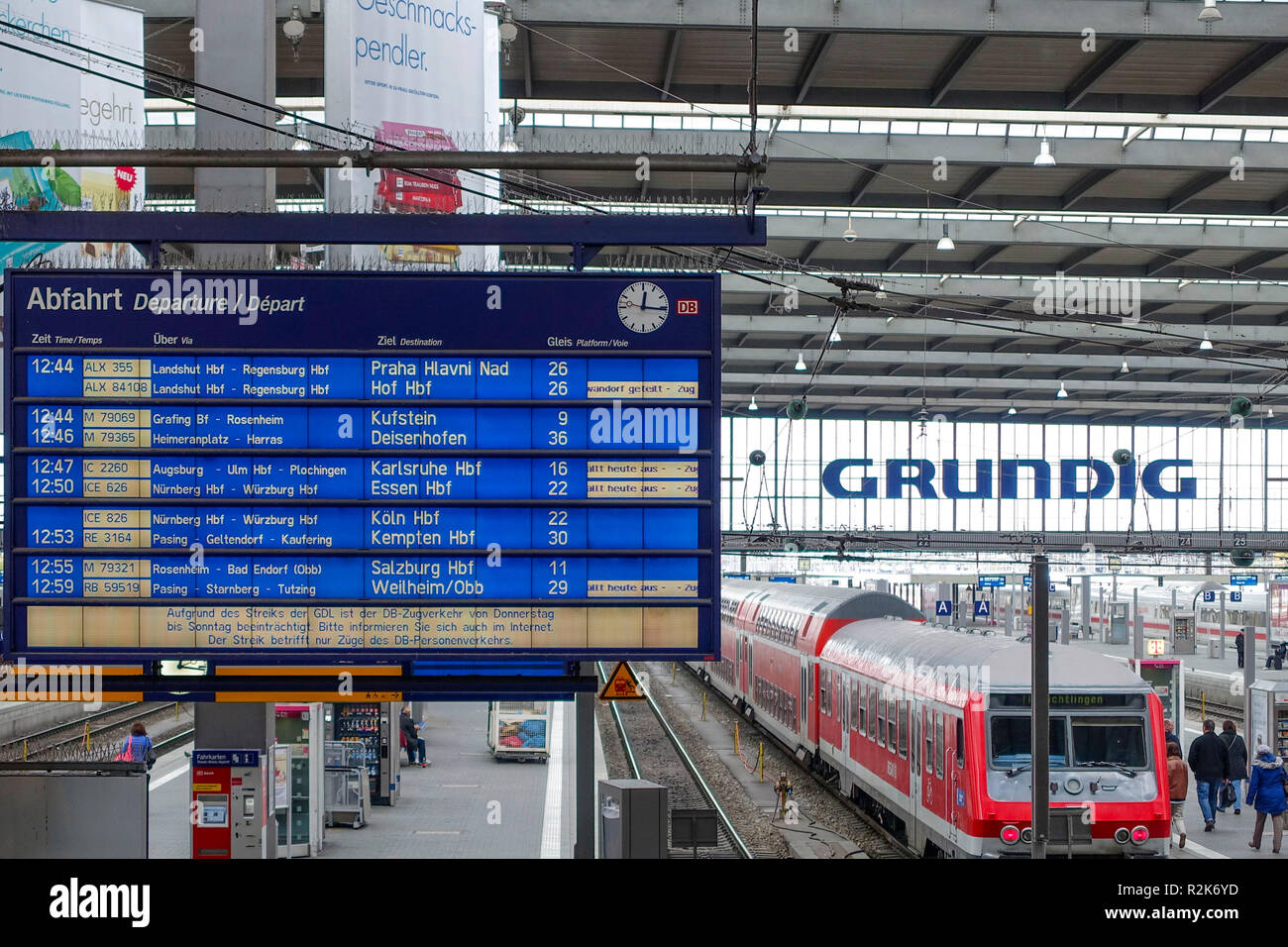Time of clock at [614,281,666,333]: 12:16
